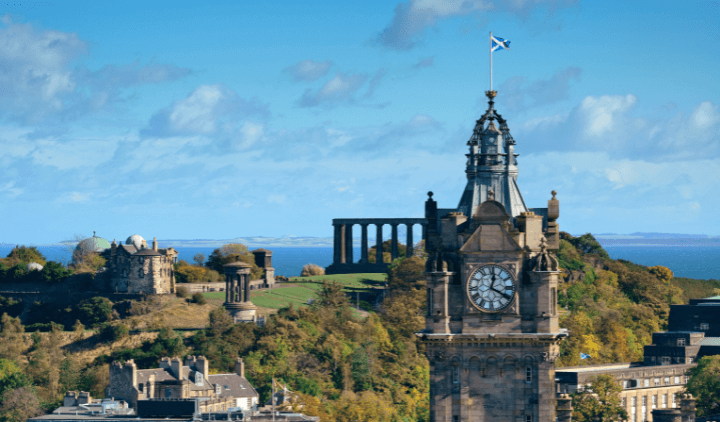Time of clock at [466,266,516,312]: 12:19
